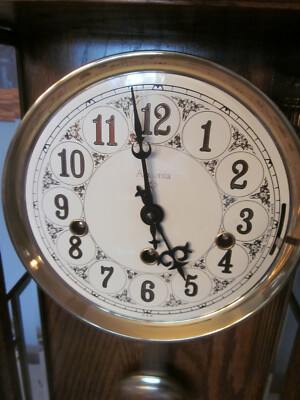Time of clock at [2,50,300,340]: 4:59
